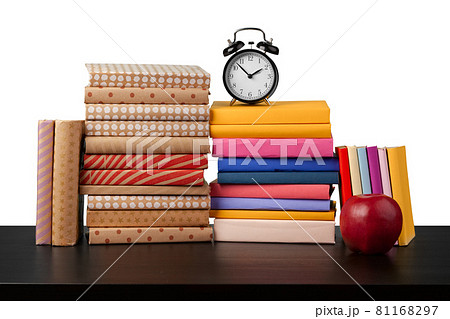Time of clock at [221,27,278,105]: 1:52
